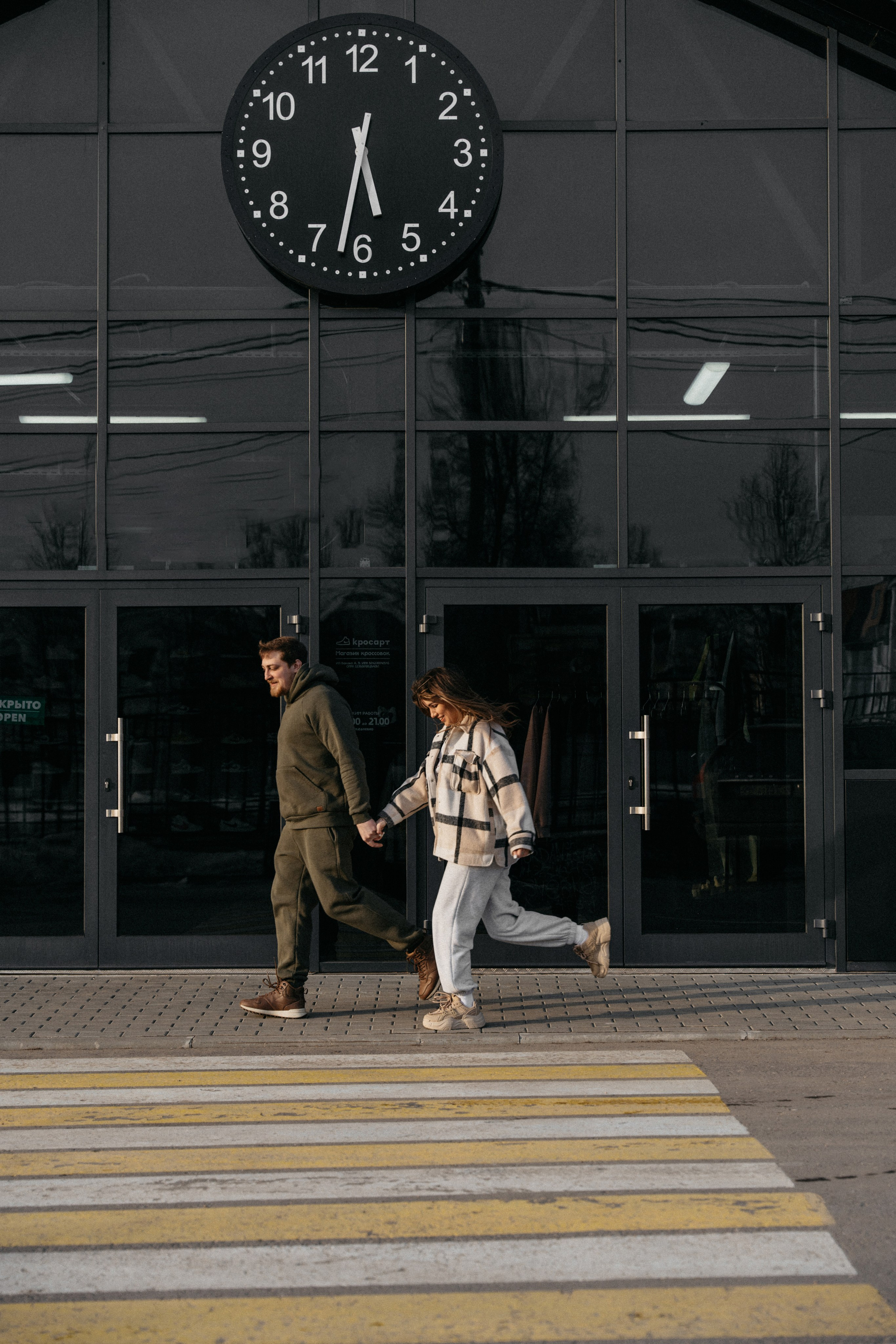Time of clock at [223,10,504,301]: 5:32
